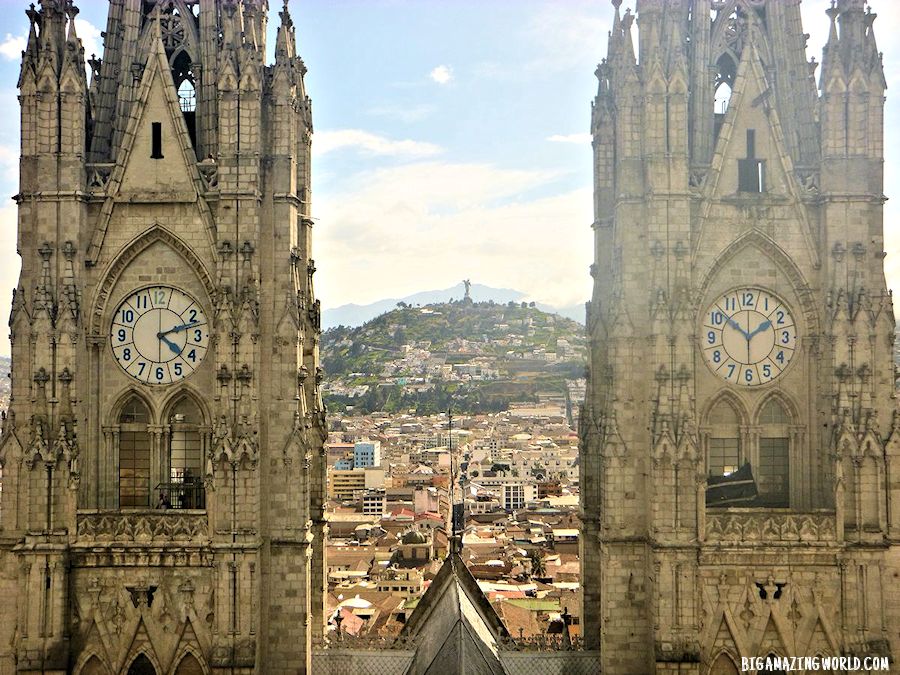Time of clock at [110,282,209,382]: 4:12
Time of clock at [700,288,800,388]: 1:51
